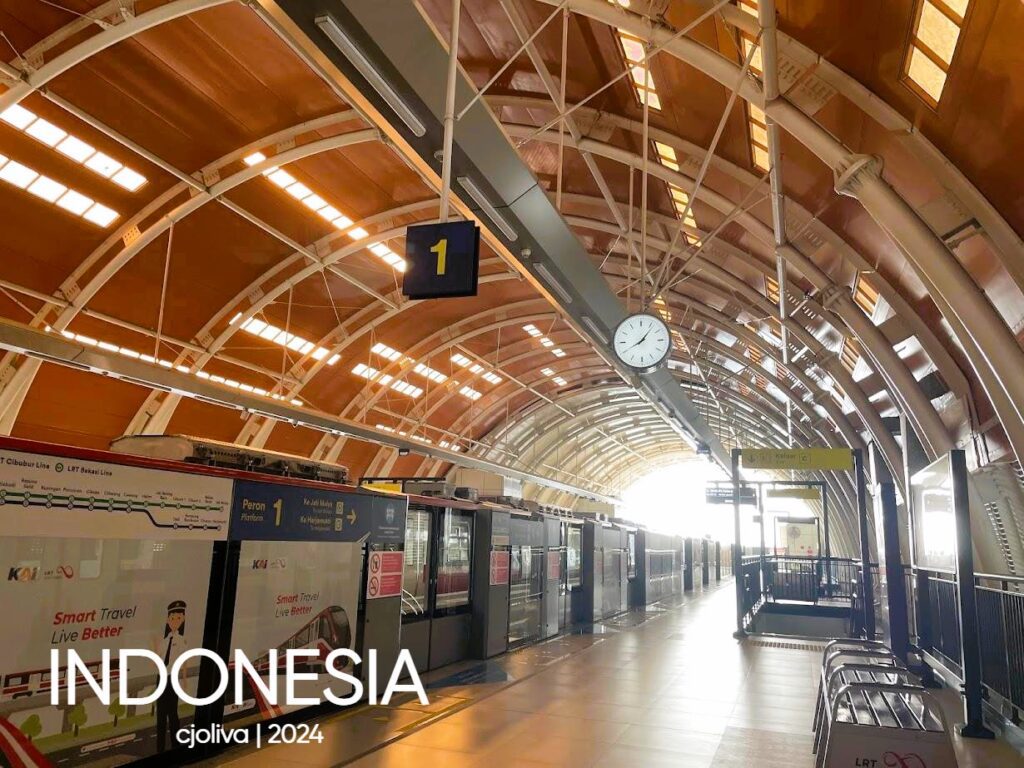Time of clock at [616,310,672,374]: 8:06
